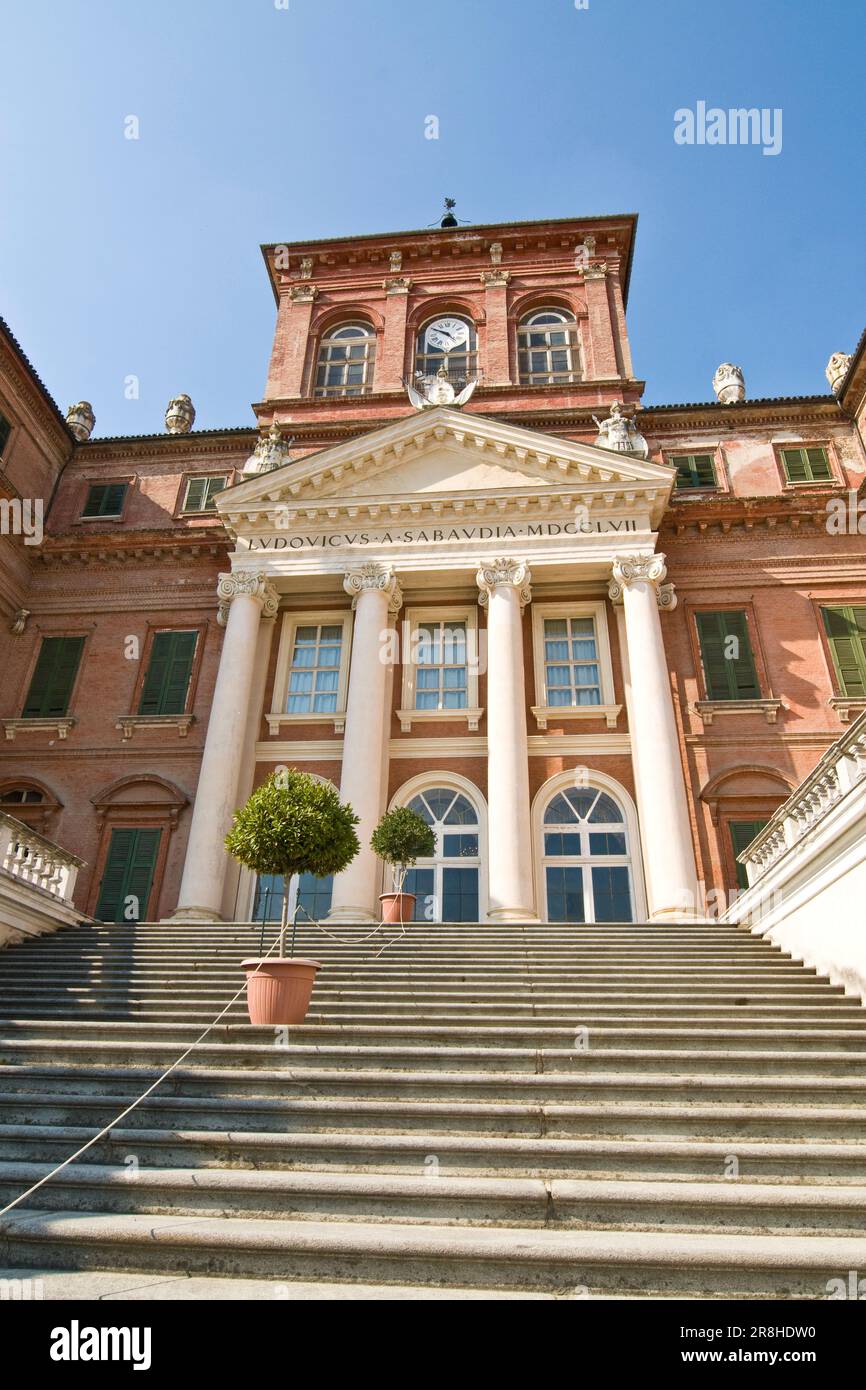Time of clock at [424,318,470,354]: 4:49
